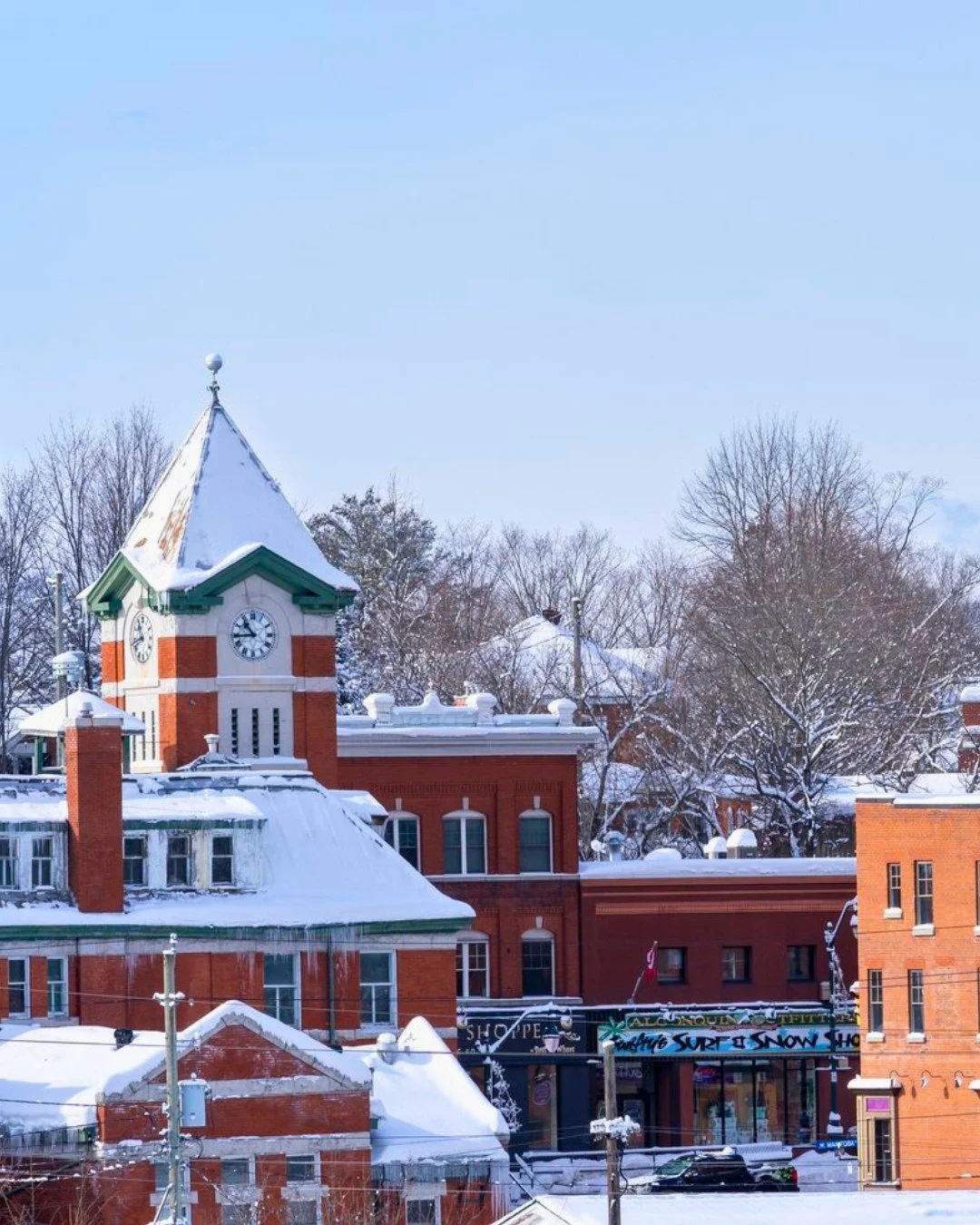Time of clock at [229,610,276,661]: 10:43
